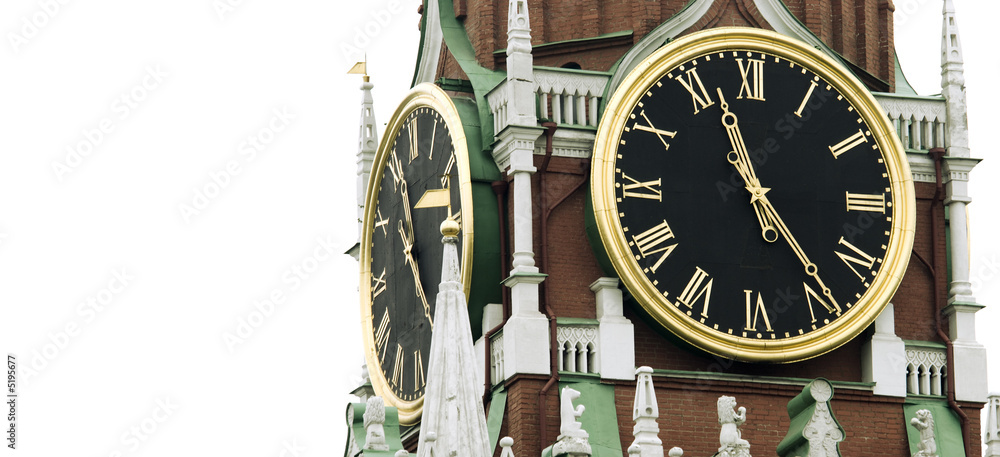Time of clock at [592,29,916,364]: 11:23
